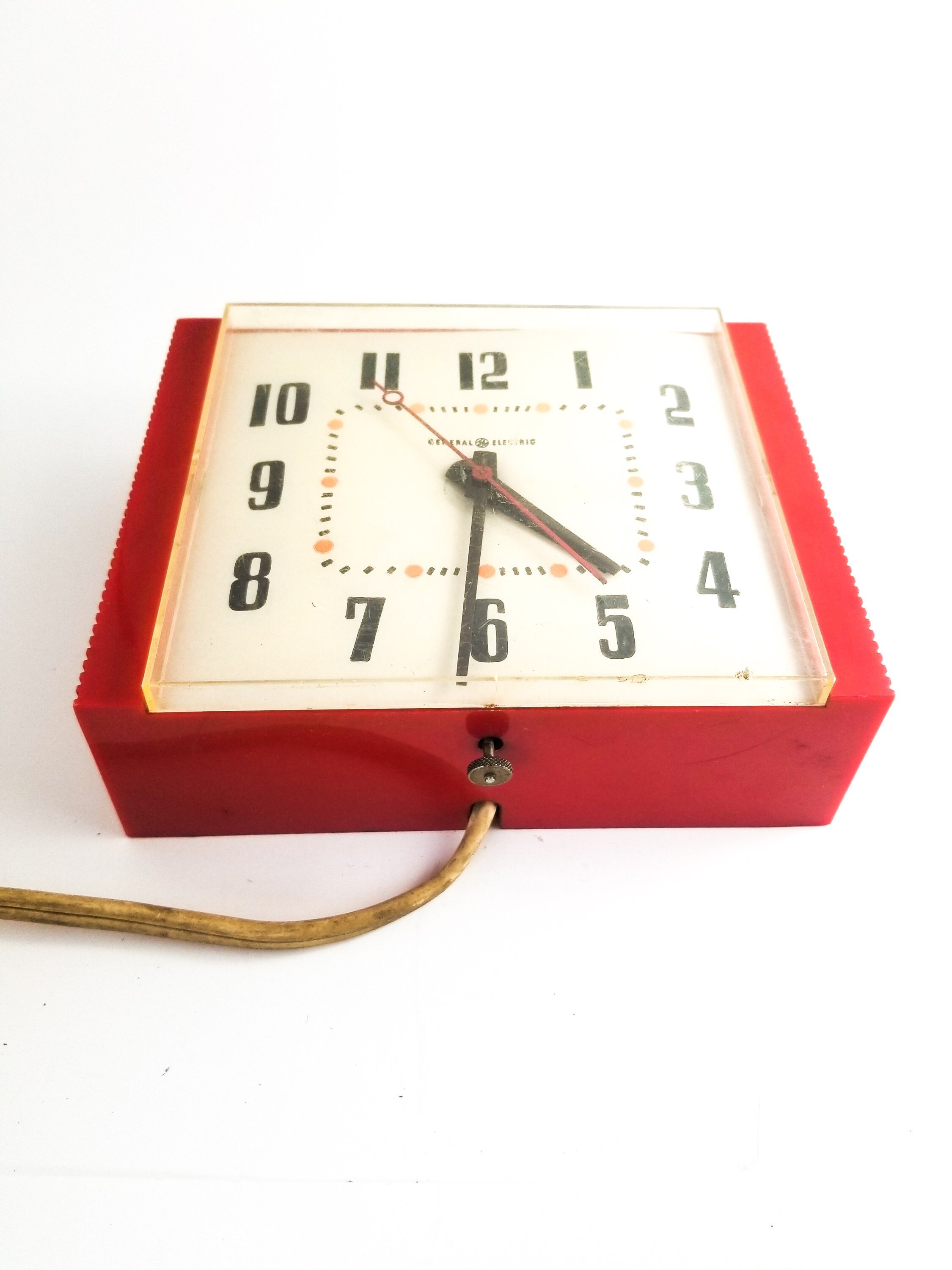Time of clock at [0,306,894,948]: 4:30
